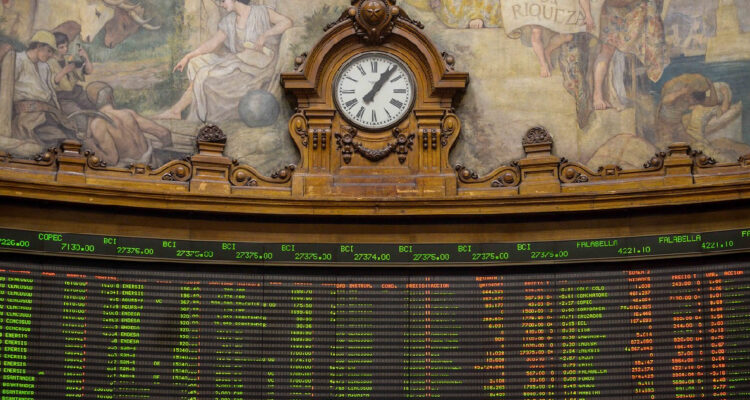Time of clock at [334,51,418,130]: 1:06
